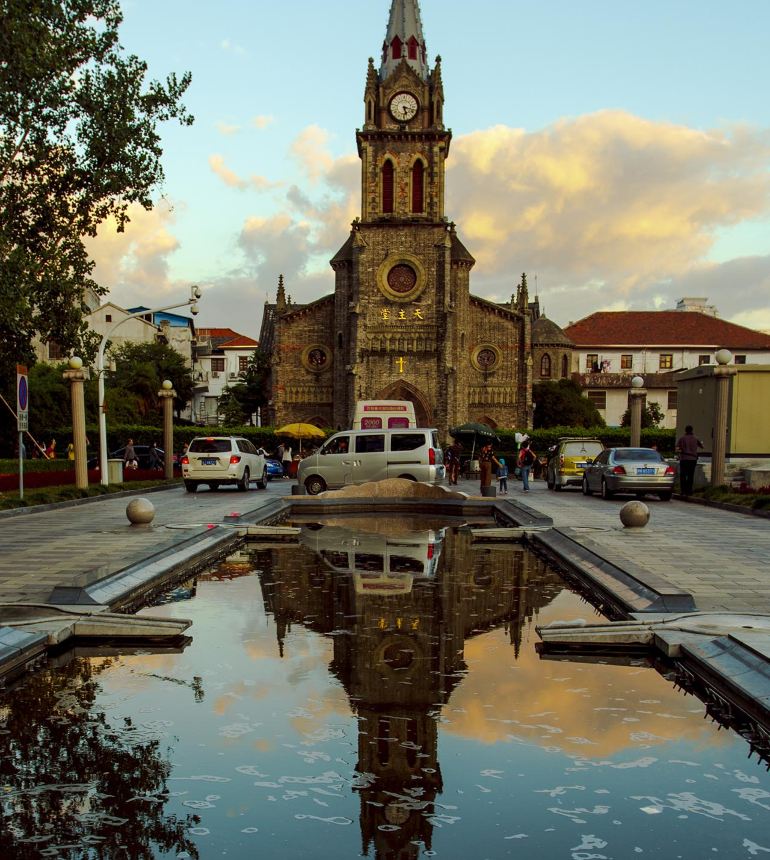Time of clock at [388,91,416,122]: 5:17
